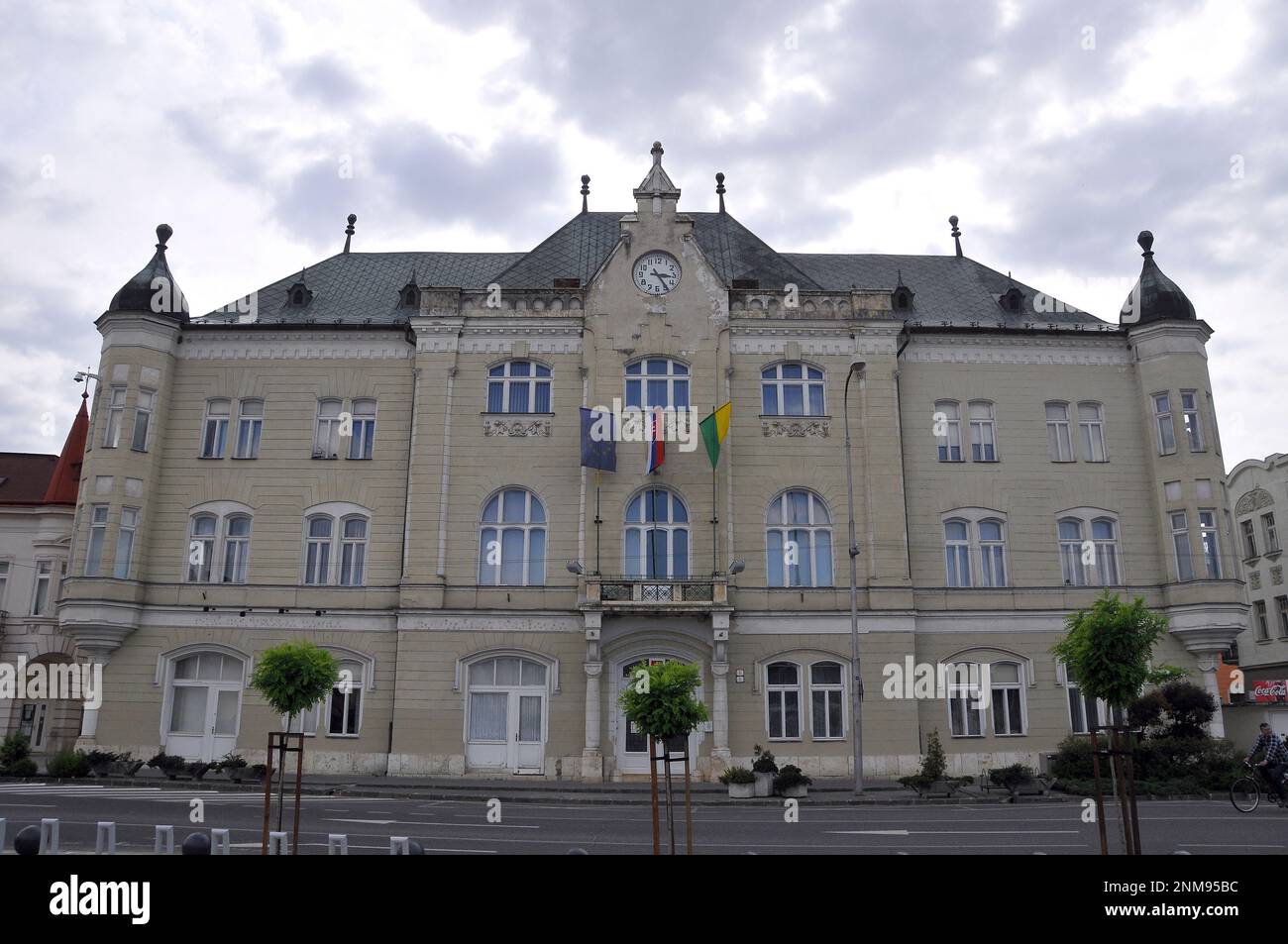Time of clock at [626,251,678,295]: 3:24
